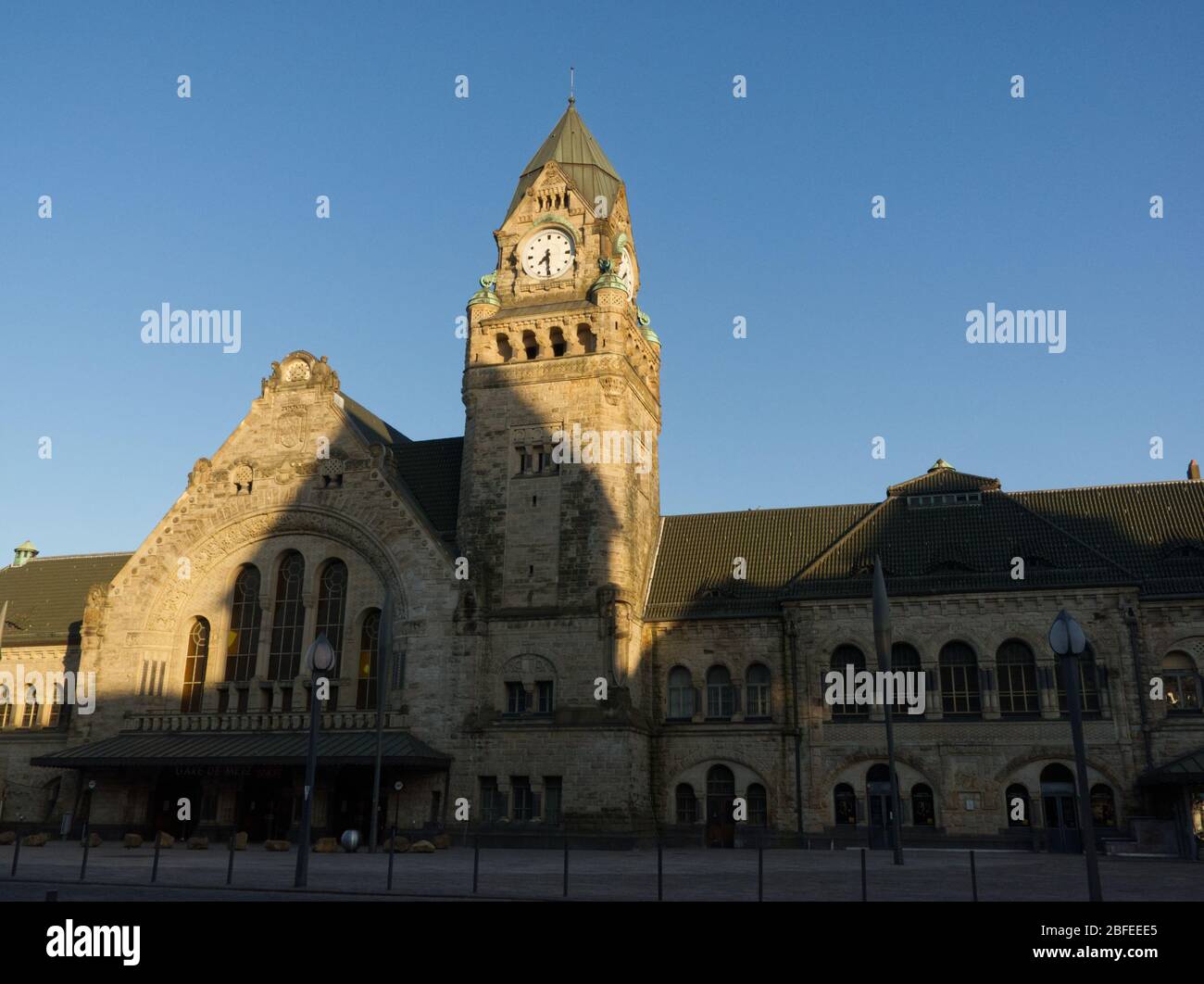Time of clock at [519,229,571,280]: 7:30
